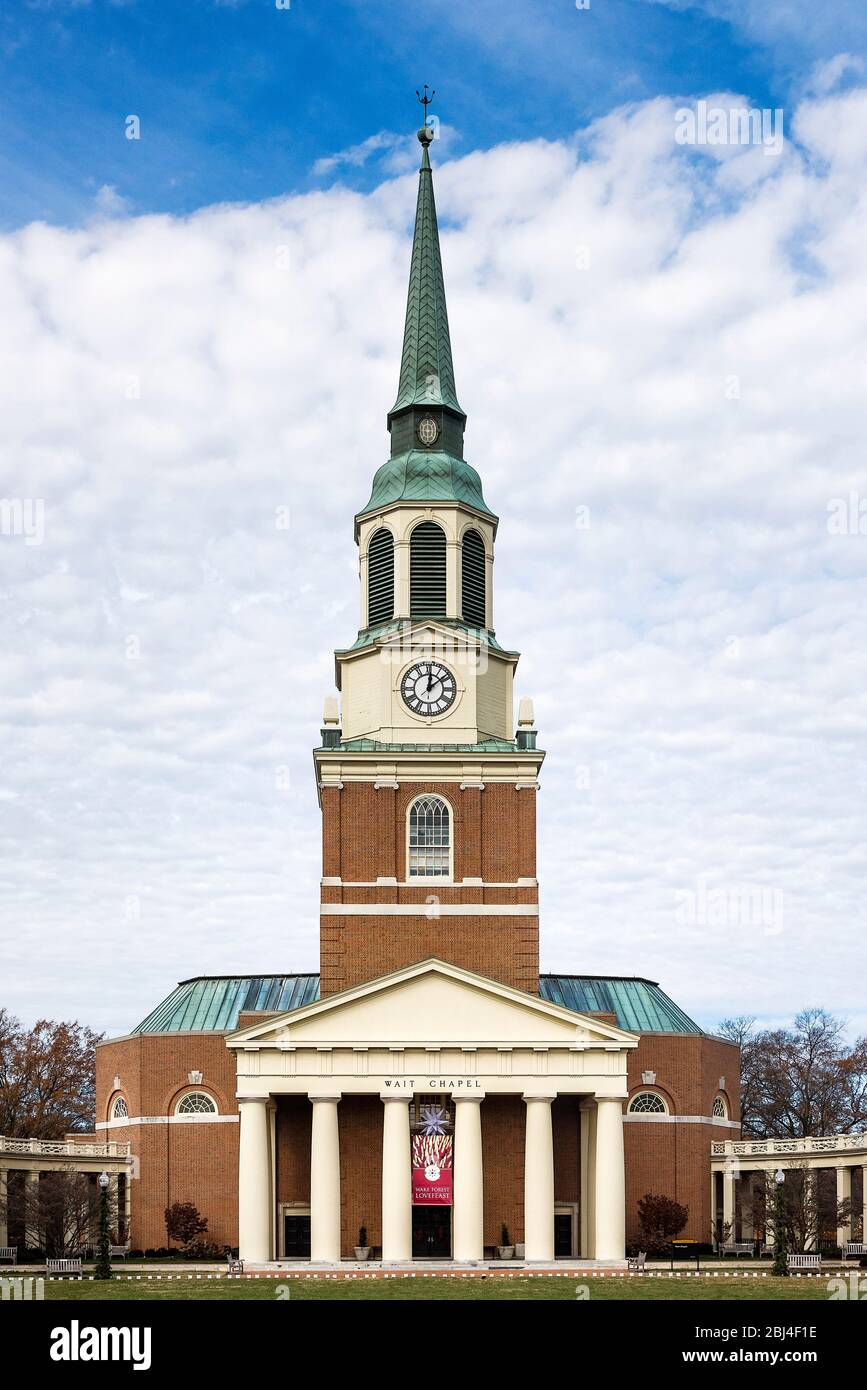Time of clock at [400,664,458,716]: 12:08
